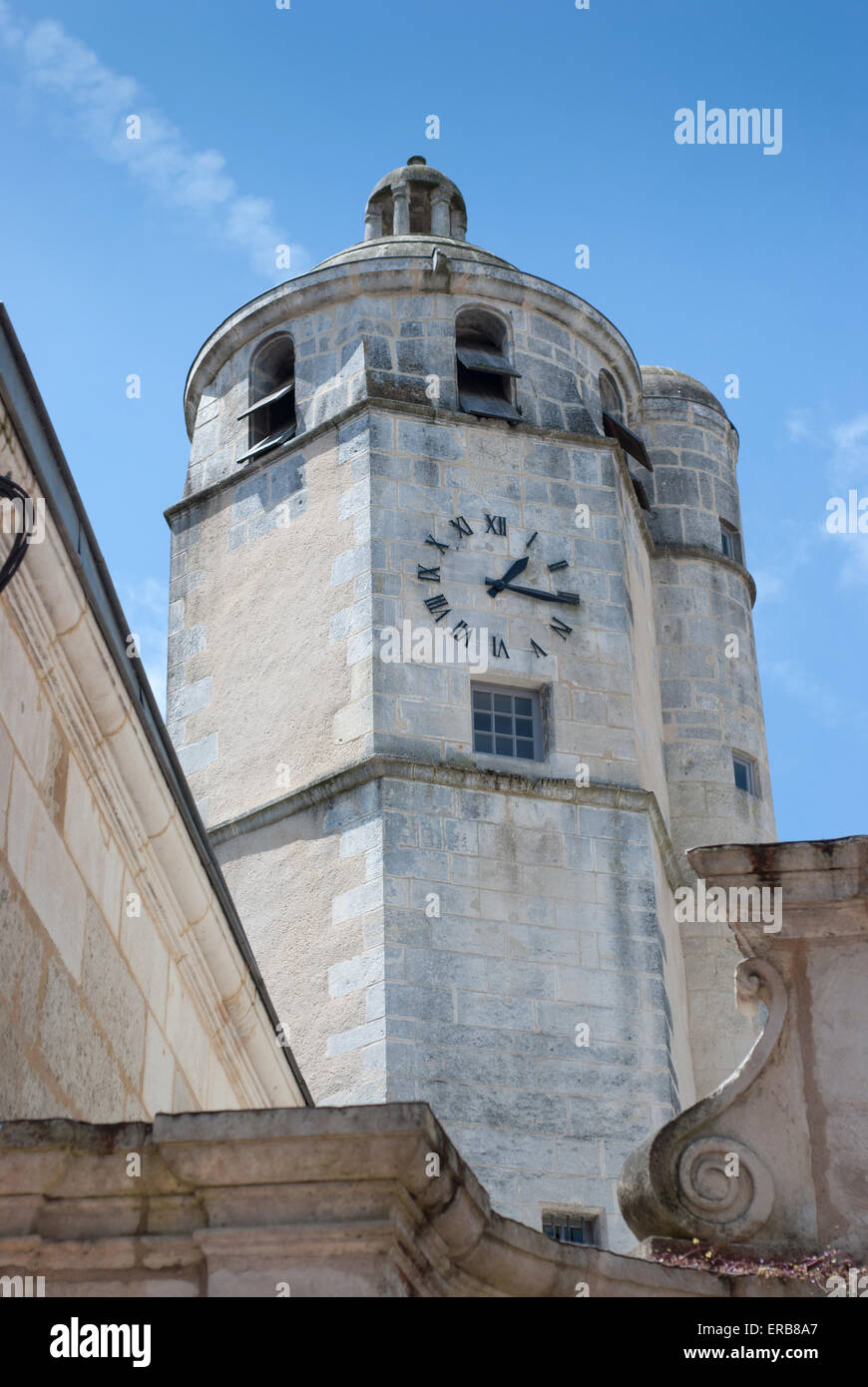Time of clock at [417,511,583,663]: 1:16
